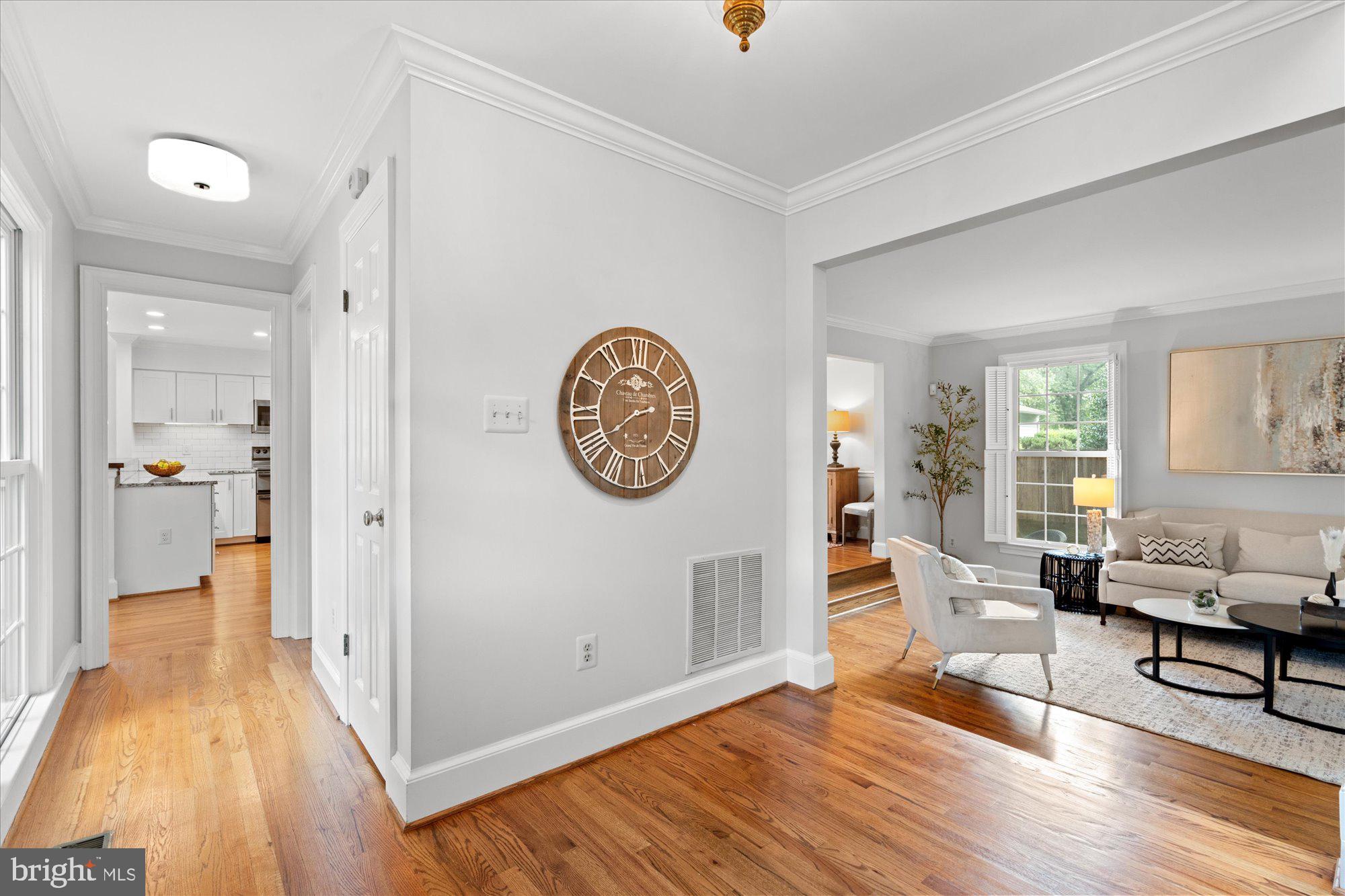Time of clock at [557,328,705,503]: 2:39
